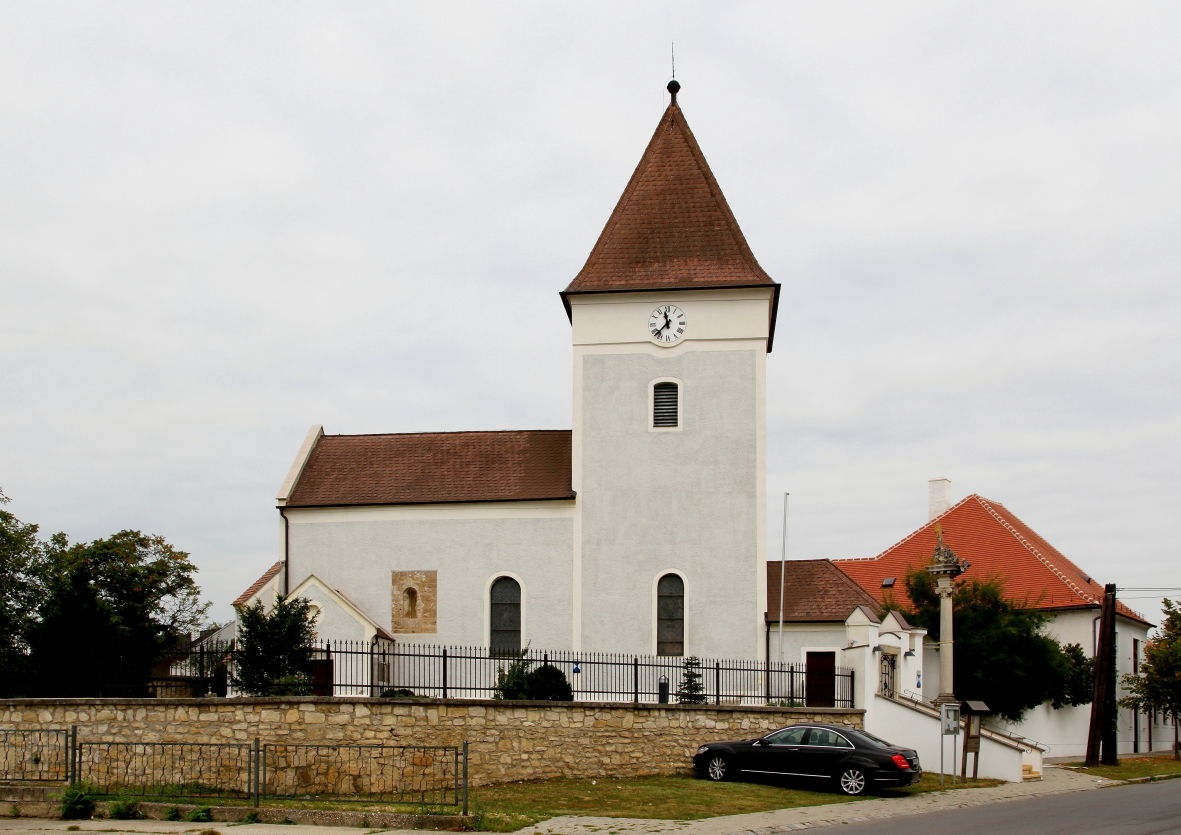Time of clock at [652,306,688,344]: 11:37
